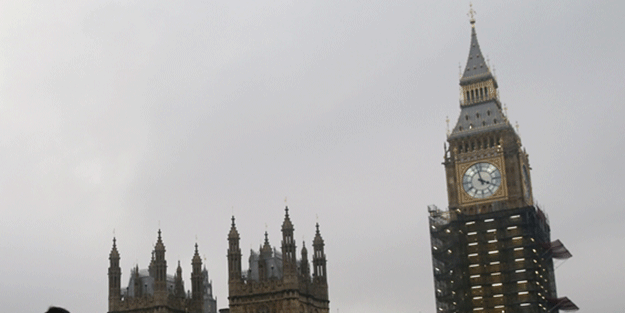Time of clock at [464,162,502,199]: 3:57
